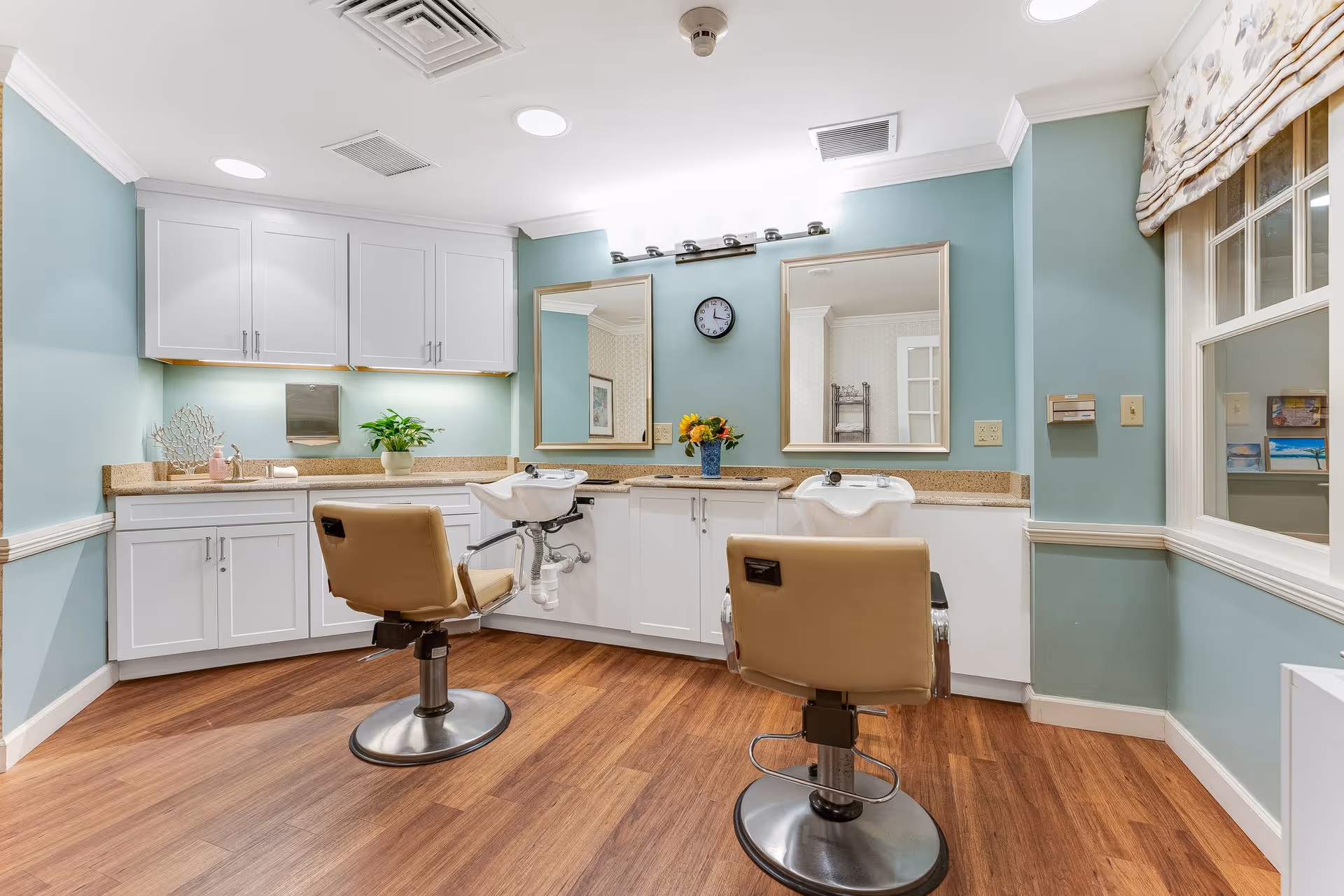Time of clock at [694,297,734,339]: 12:17
